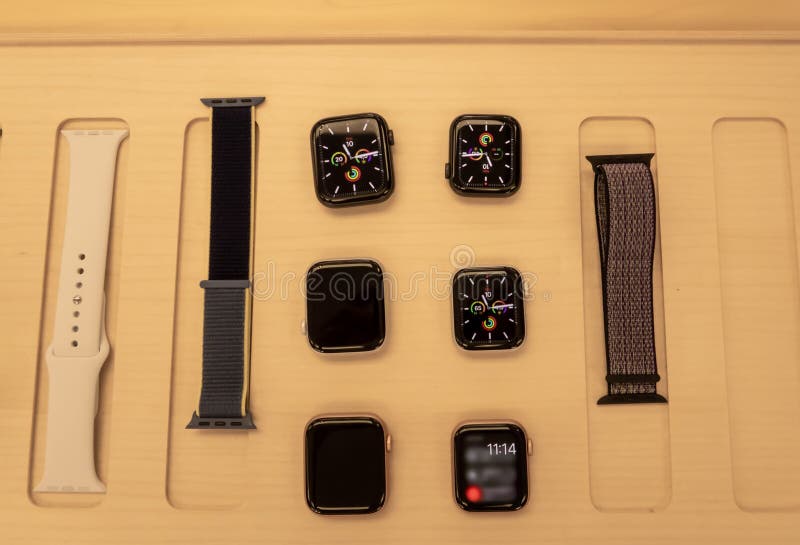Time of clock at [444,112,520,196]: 4:44
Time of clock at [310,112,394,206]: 11:14
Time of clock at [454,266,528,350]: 11:14
